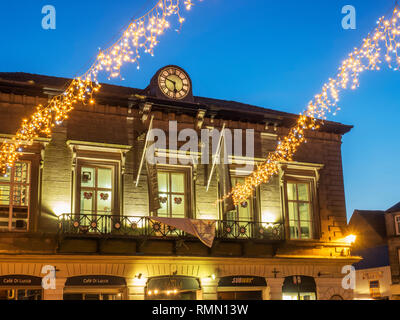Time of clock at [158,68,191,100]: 5:48
